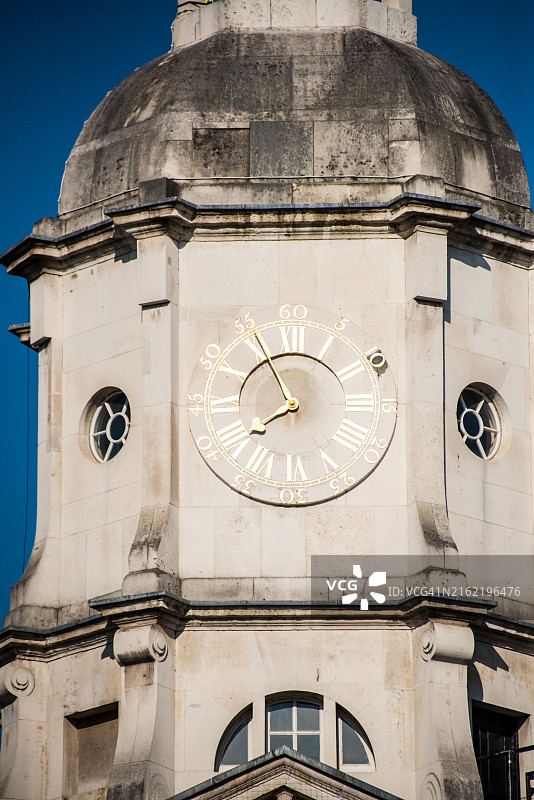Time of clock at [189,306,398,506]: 7:55
